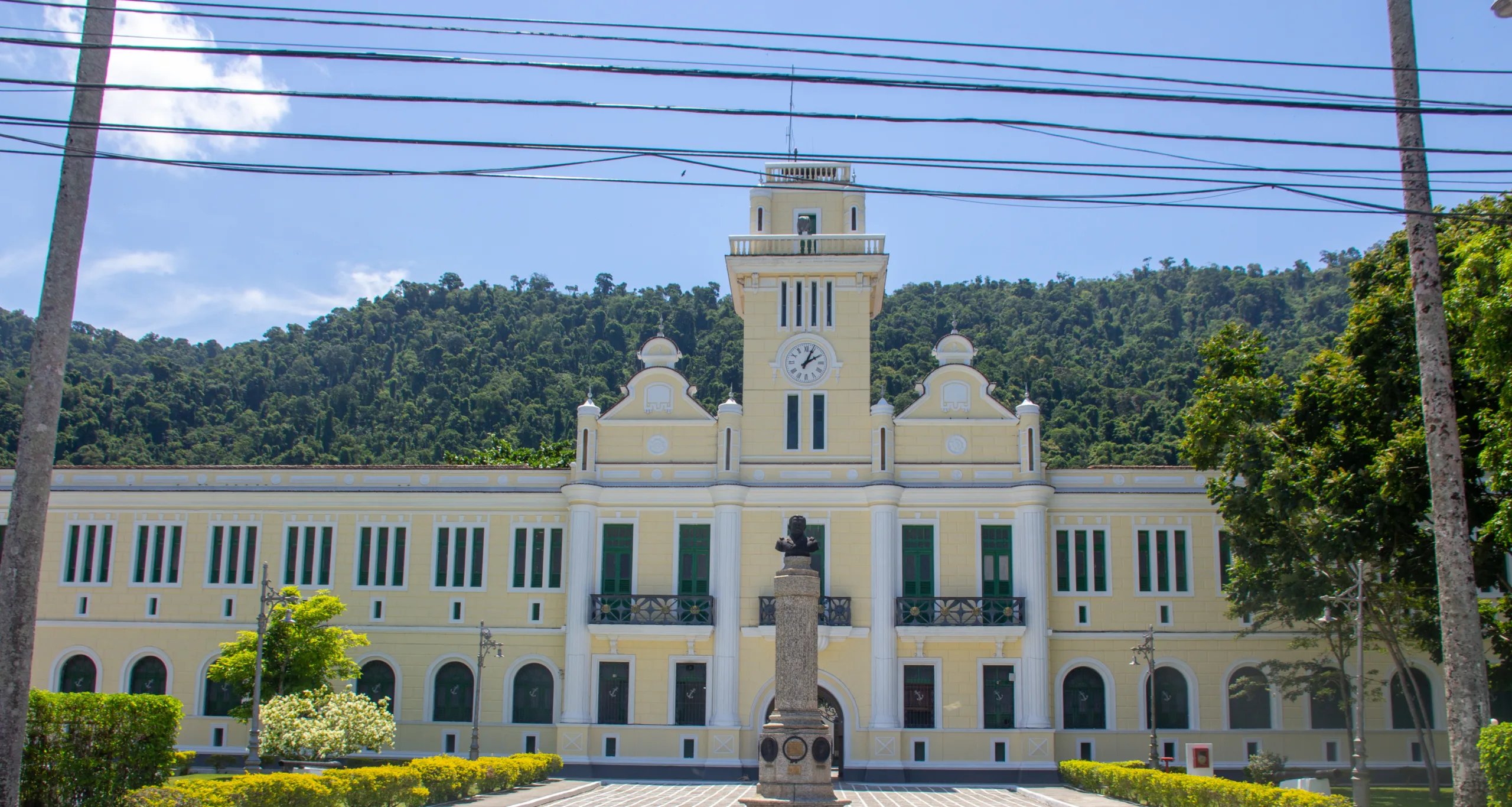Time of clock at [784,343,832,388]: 2:04
